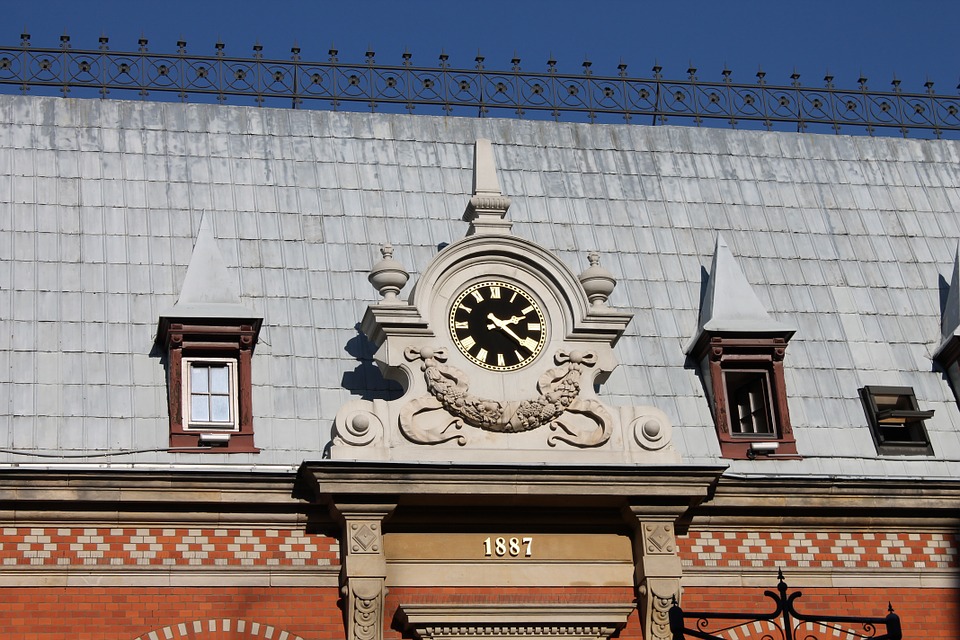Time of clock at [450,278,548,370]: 2:21
